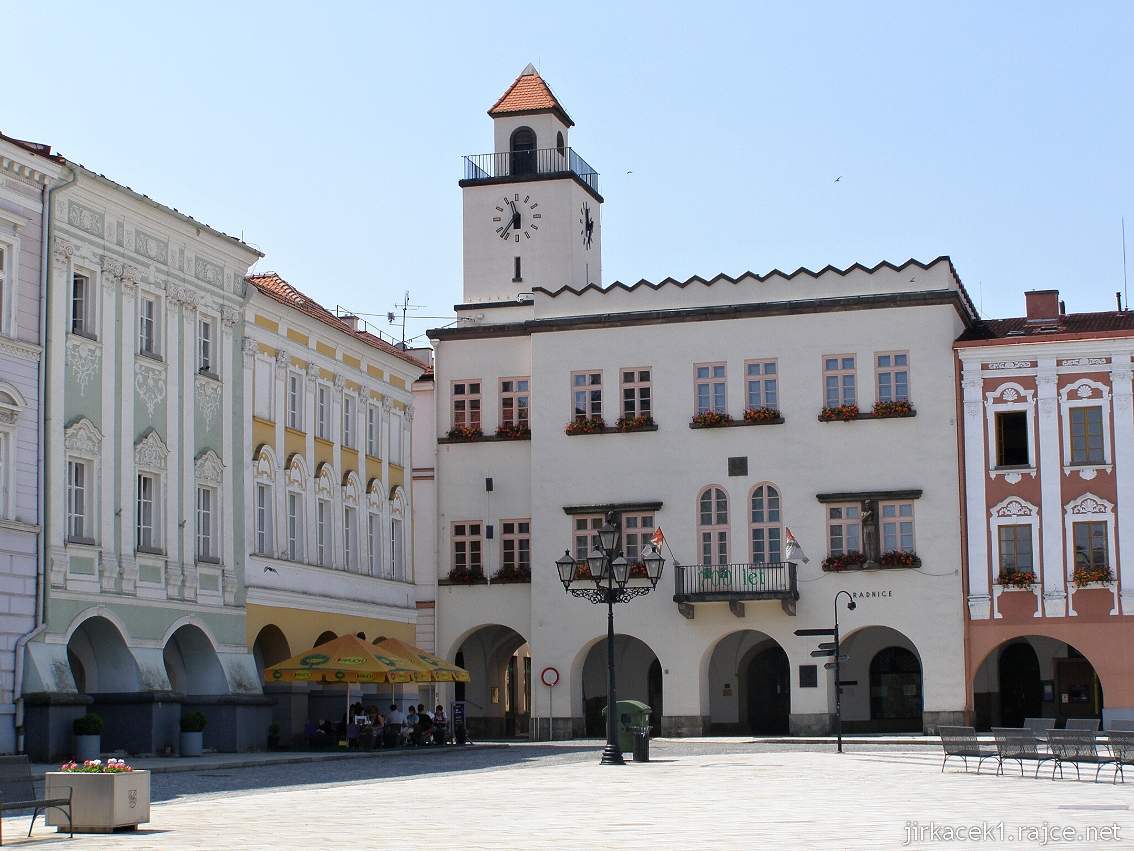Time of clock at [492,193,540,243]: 11:36
